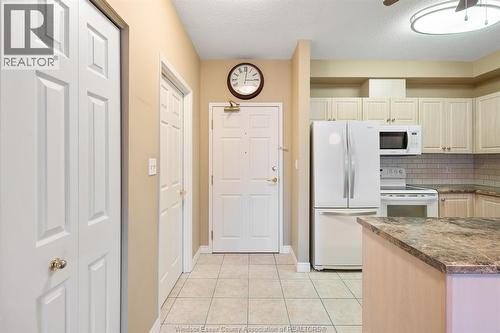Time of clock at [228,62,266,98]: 3:01
